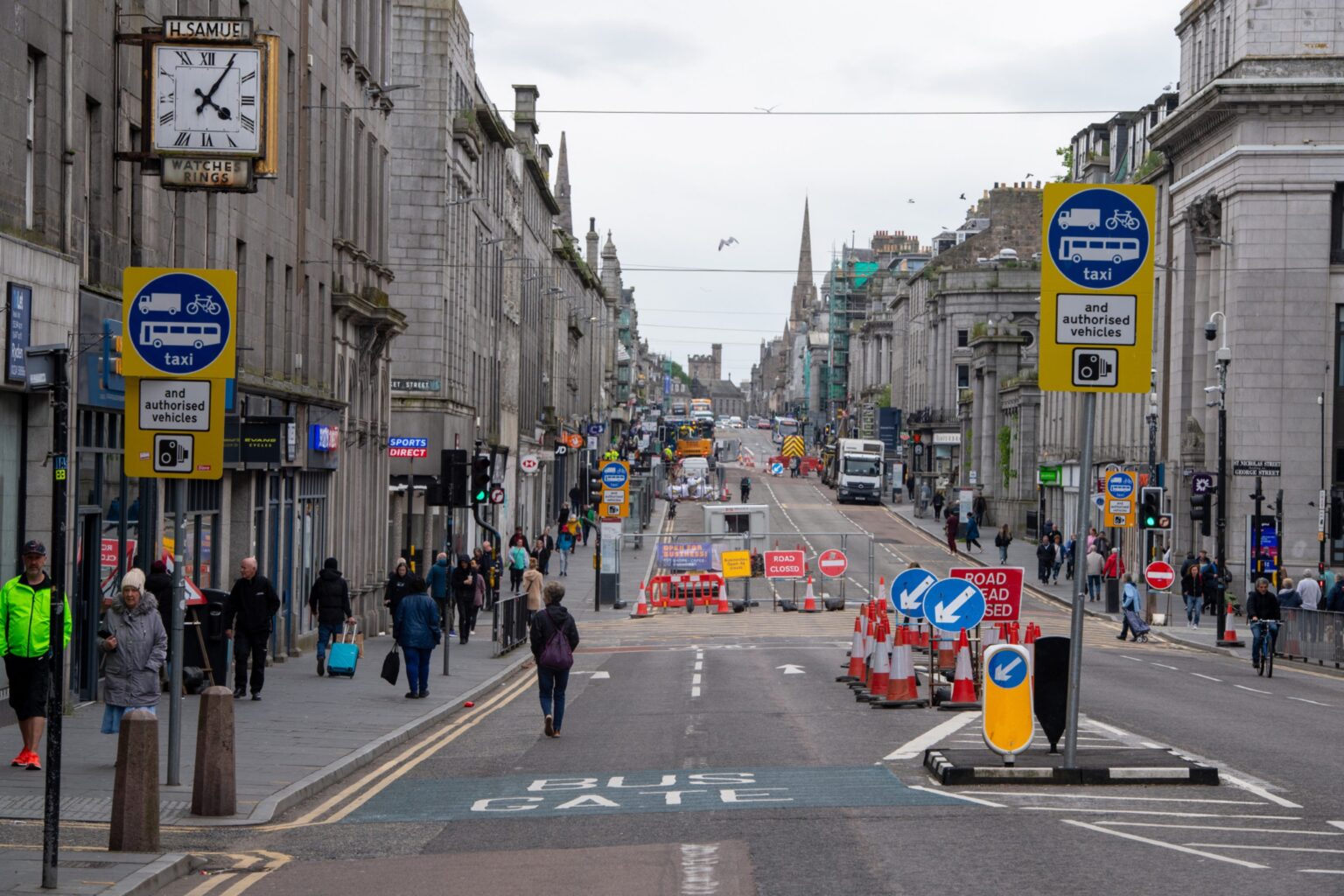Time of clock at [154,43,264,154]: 4:05
